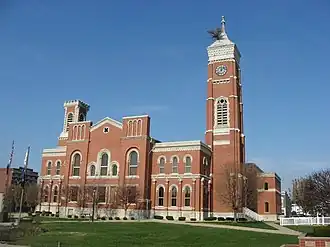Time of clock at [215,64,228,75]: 12:07
